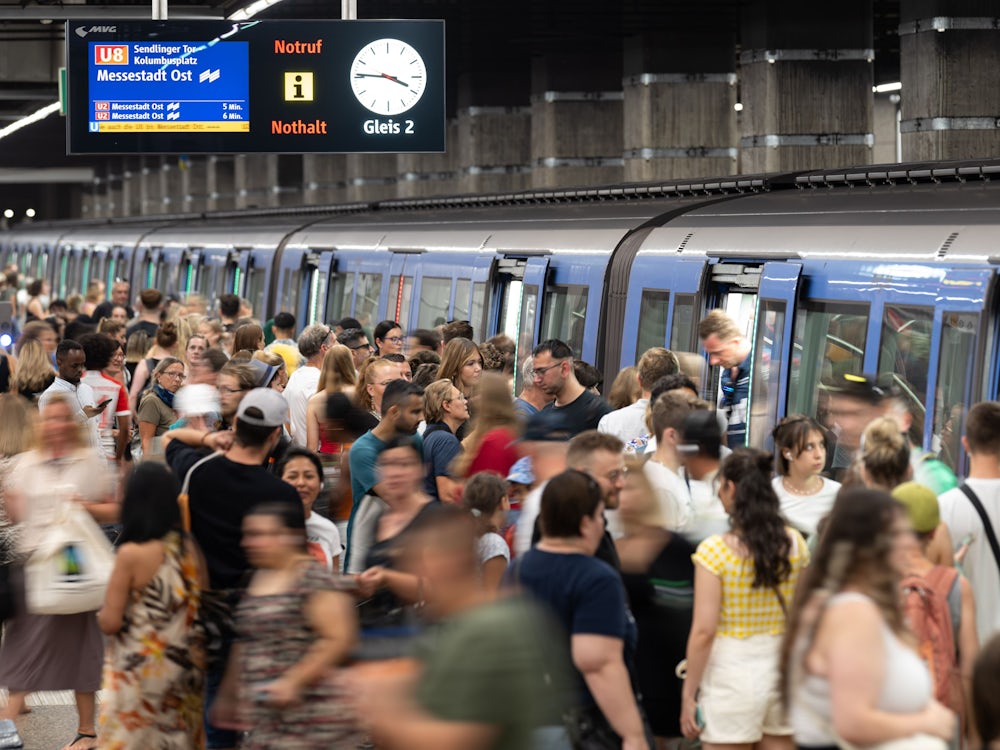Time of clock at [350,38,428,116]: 3:45
